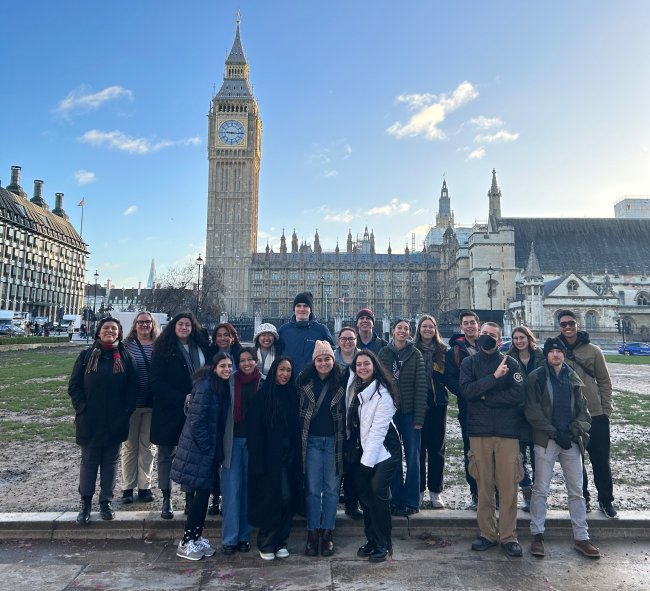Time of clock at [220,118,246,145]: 9:15
